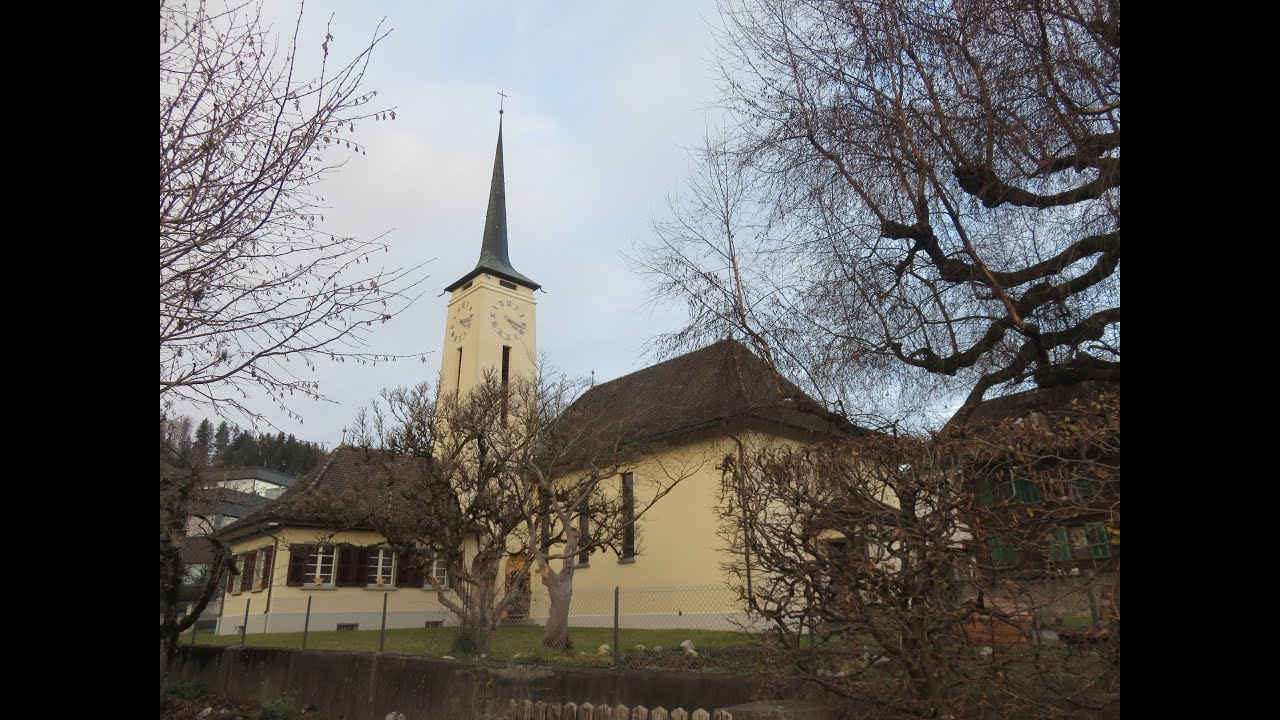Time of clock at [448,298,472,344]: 4:16
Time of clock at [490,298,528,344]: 4:17
